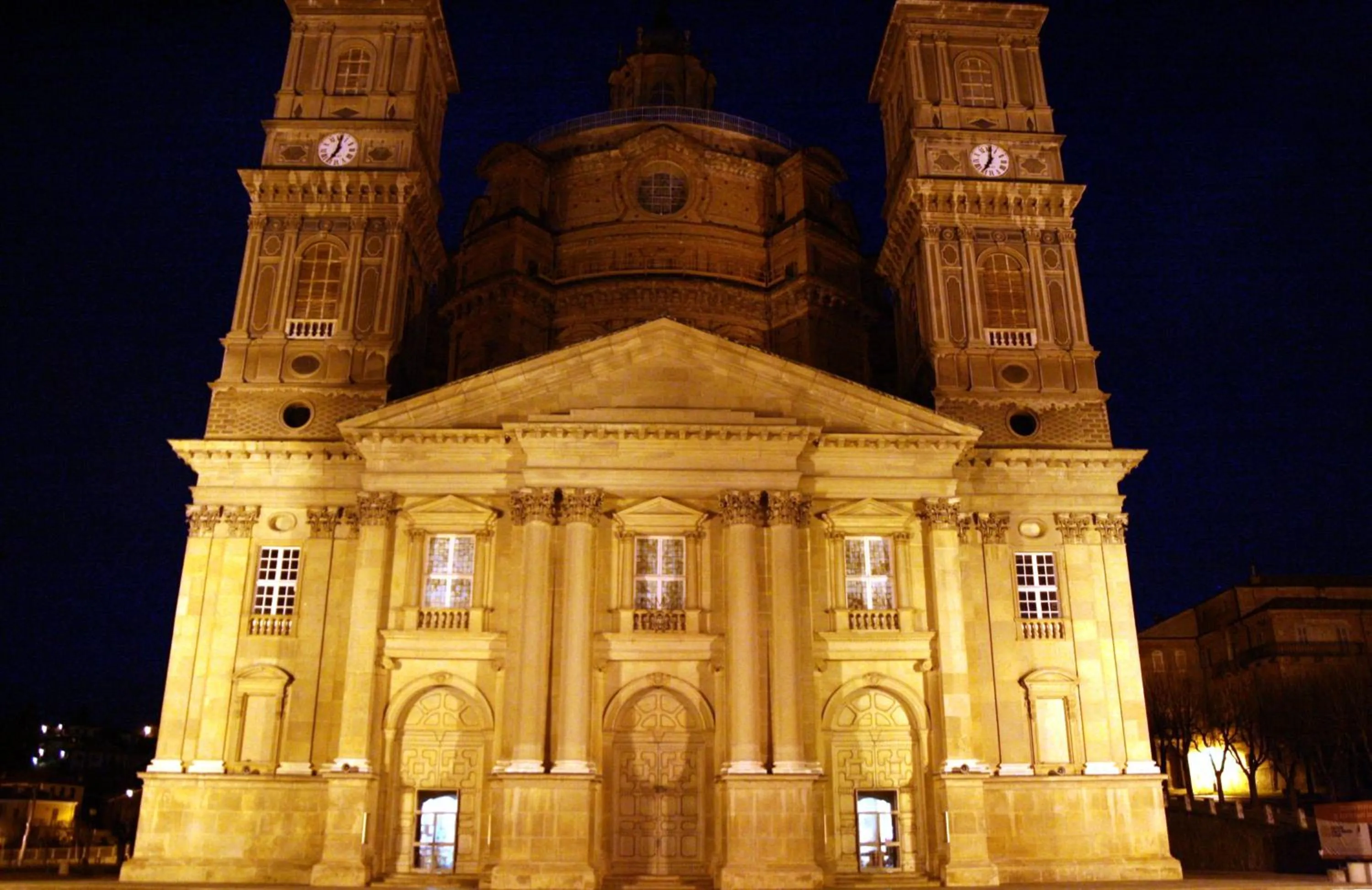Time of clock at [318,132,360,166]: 7:01
